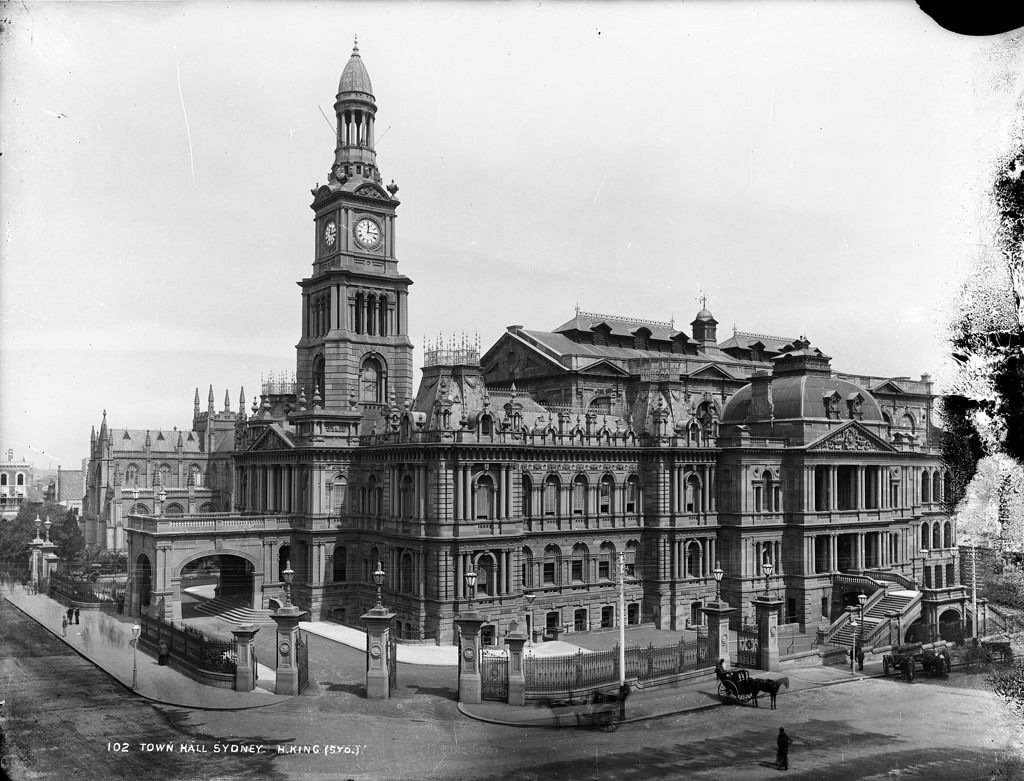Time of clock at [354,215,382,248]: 12:14
